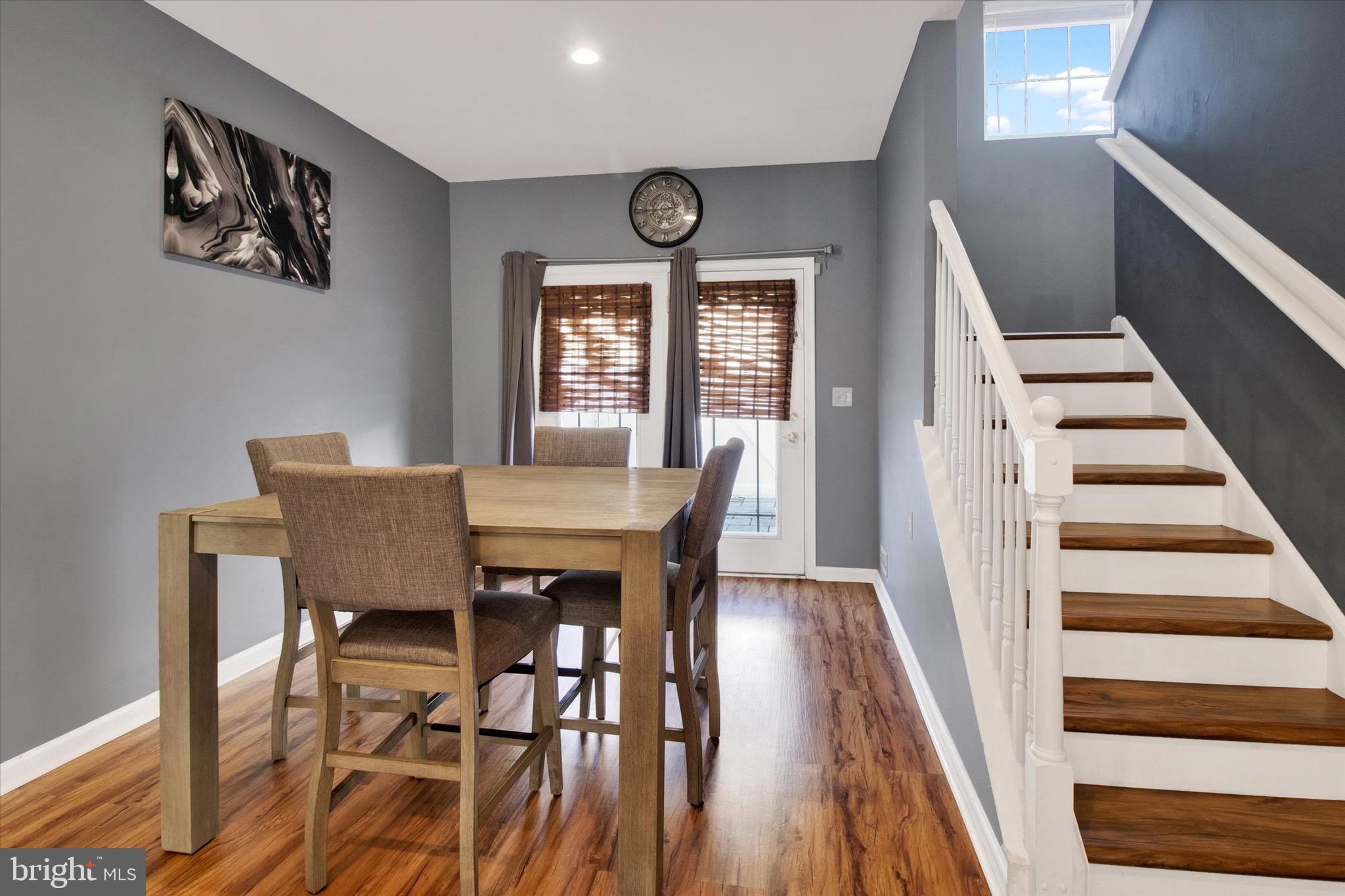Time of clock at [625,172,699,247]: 6:44
